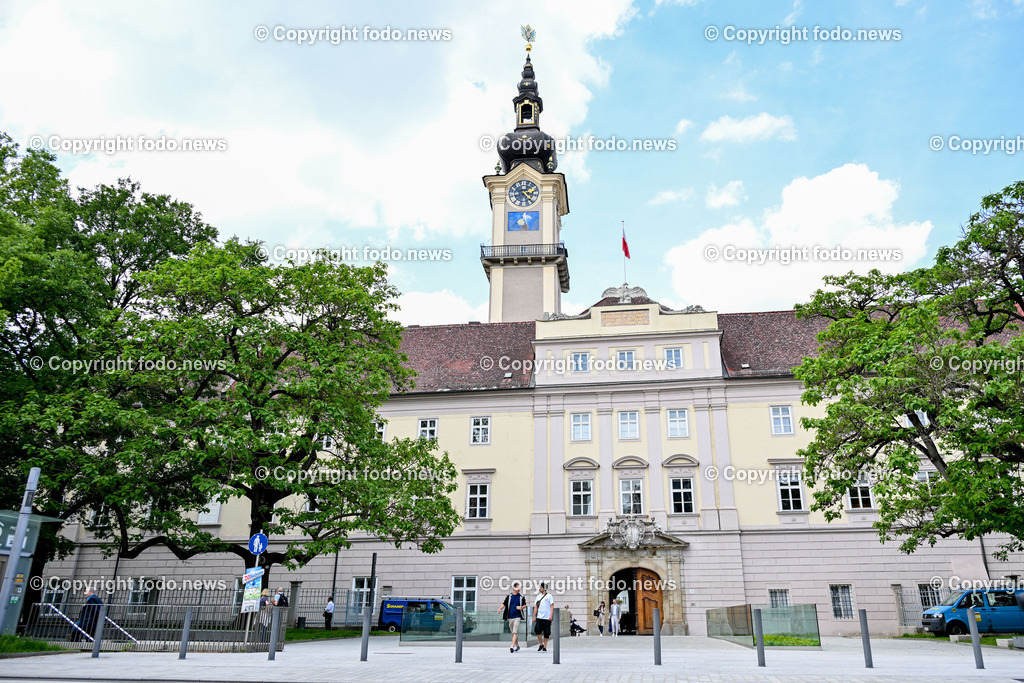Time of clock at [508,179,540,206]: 2:21
